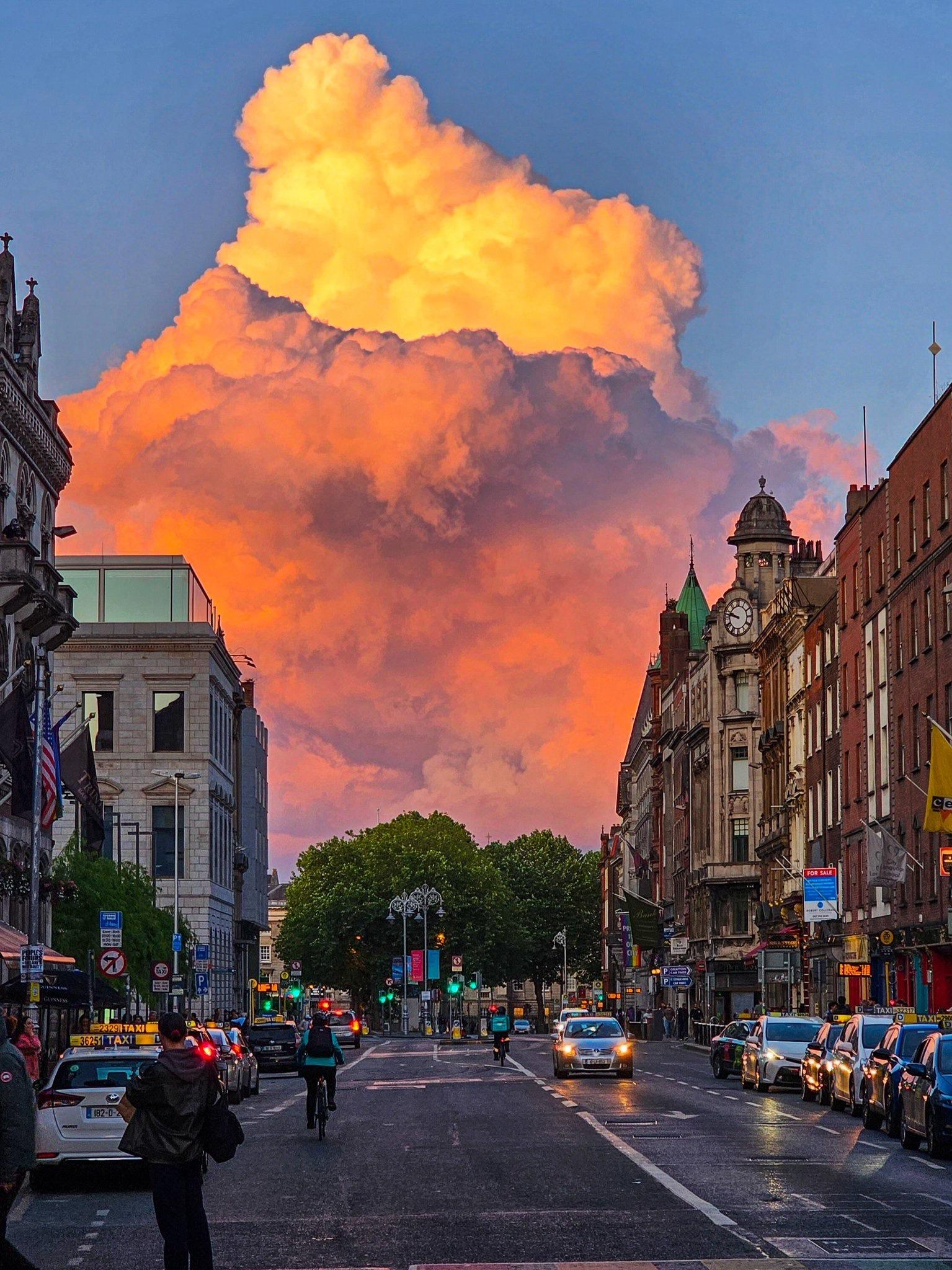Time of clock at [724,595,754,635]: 9:47
